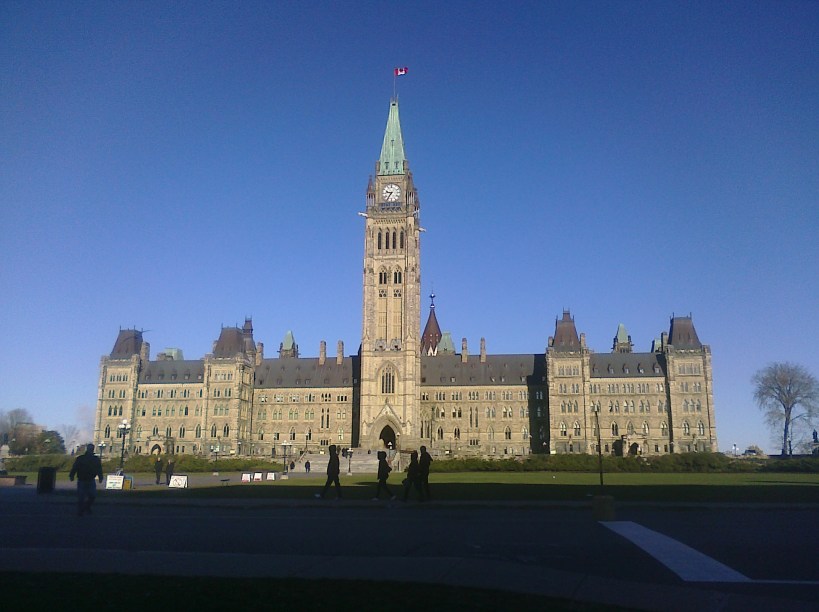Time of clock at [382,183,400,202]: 9:36
